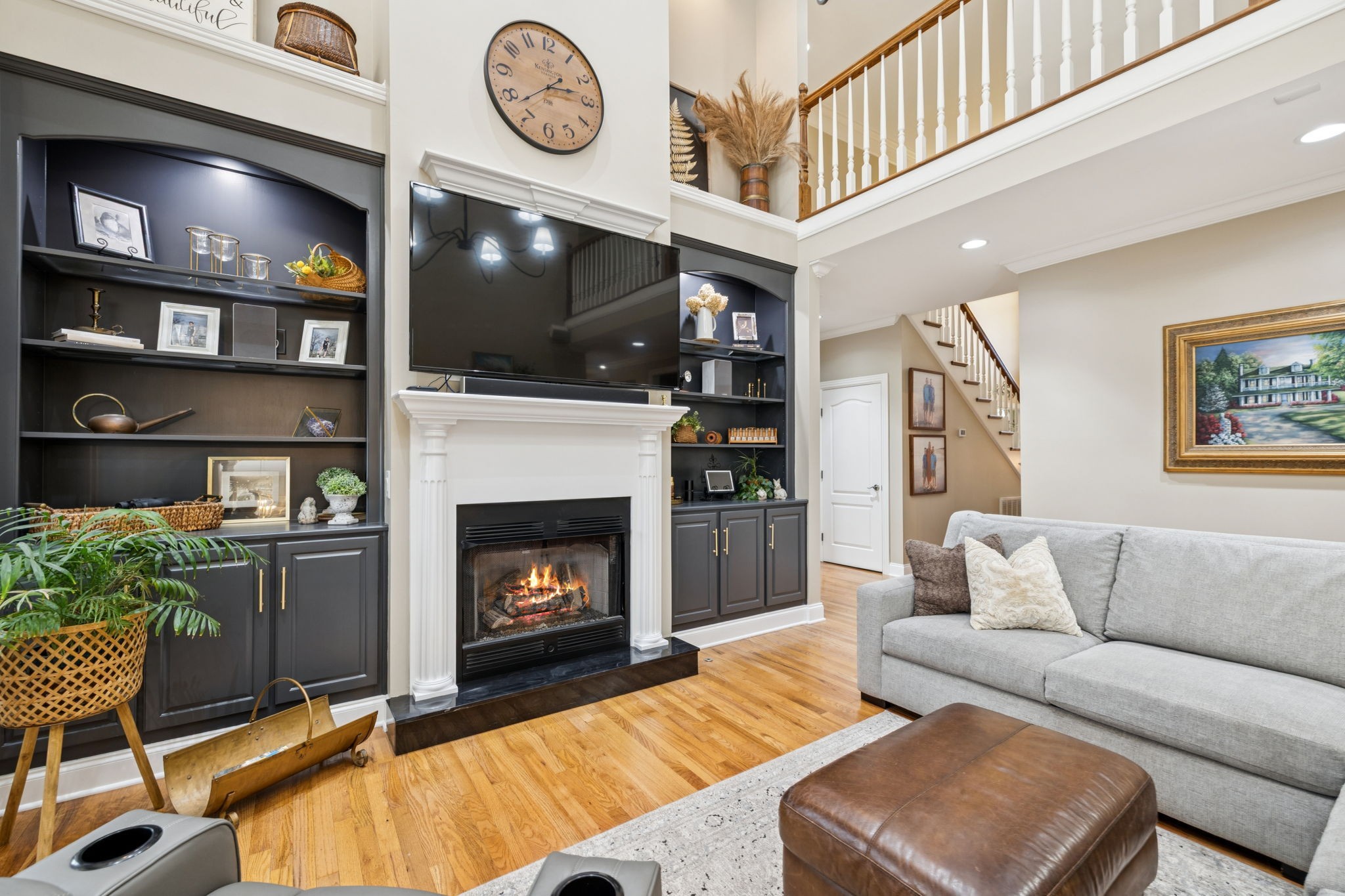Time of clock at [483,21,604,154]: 2:38
